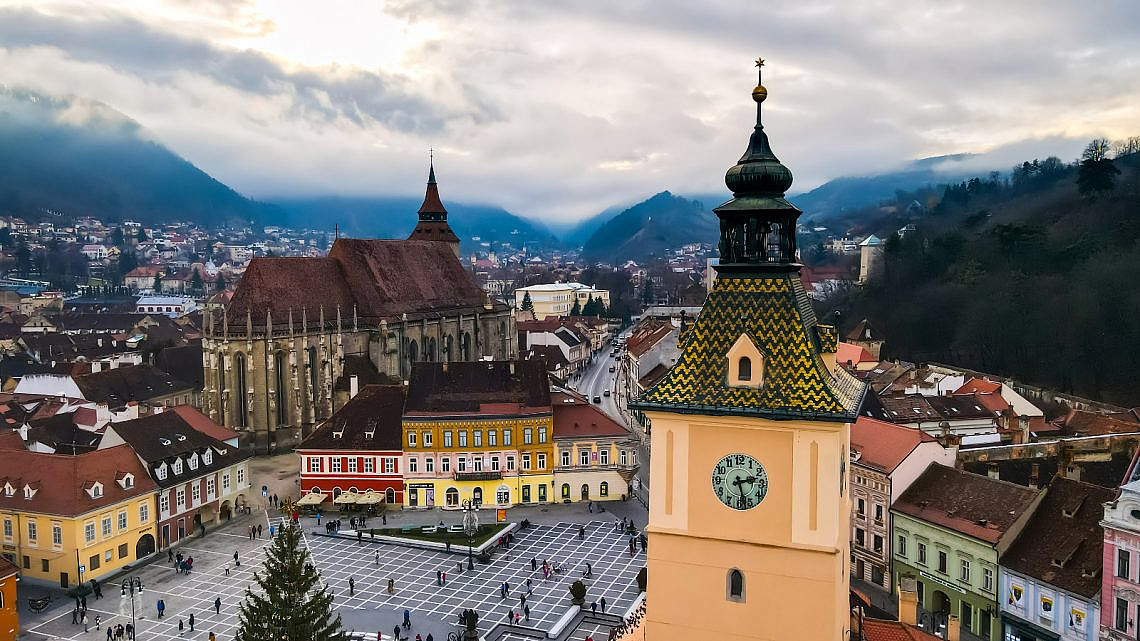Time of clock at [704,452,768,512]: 2:27
